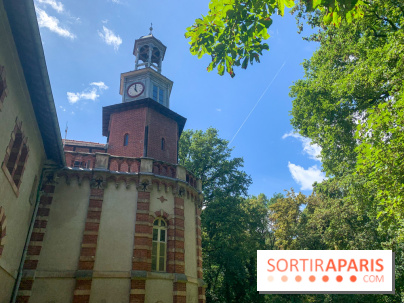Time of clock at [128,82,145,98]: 4:59
